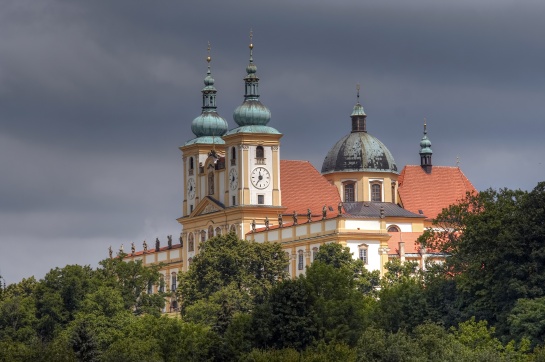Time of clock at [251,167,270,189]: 11:35
